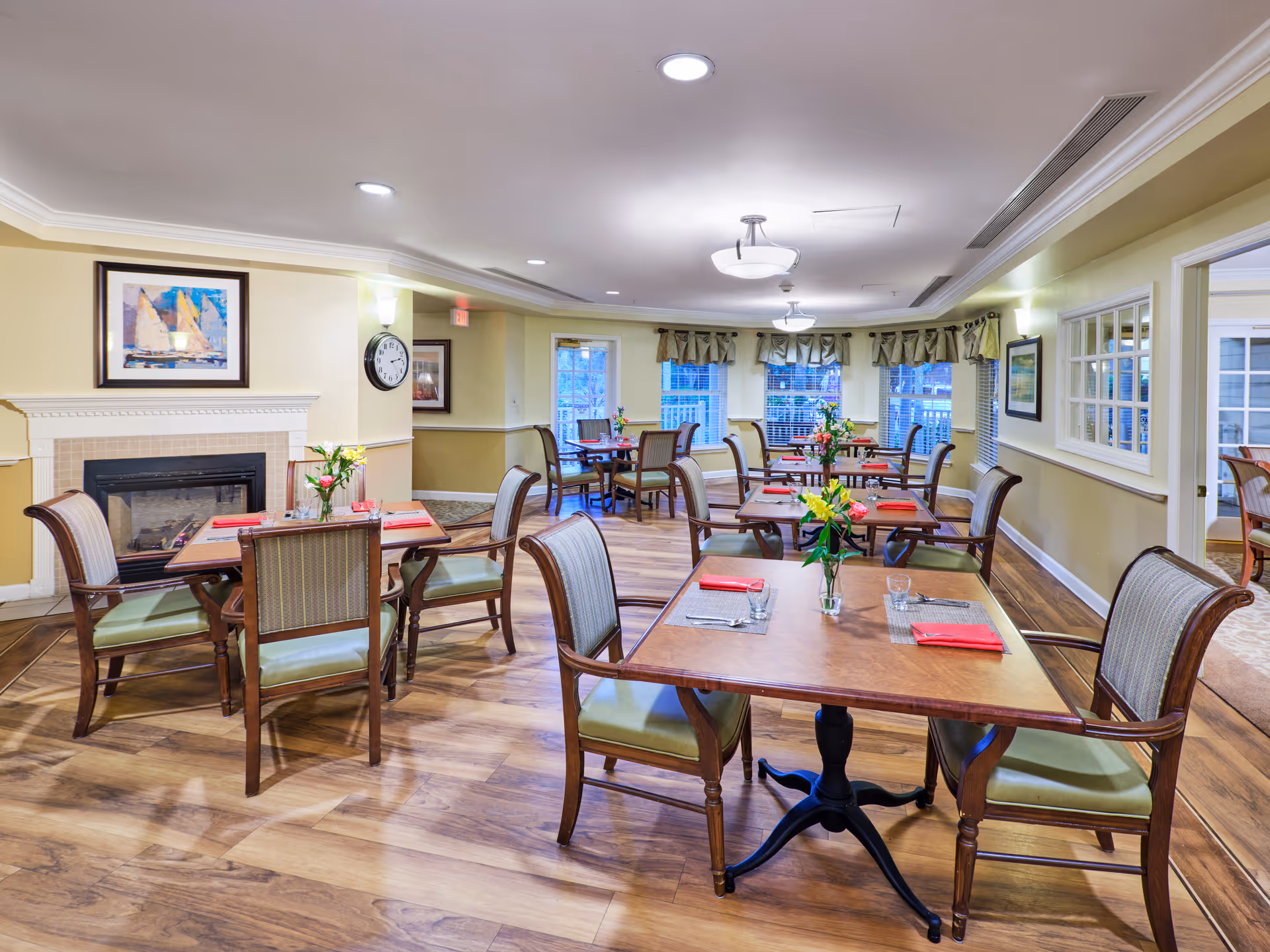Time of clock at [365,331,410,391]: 2:23
